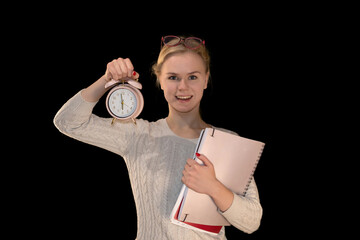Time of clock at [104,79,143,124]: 5:58
